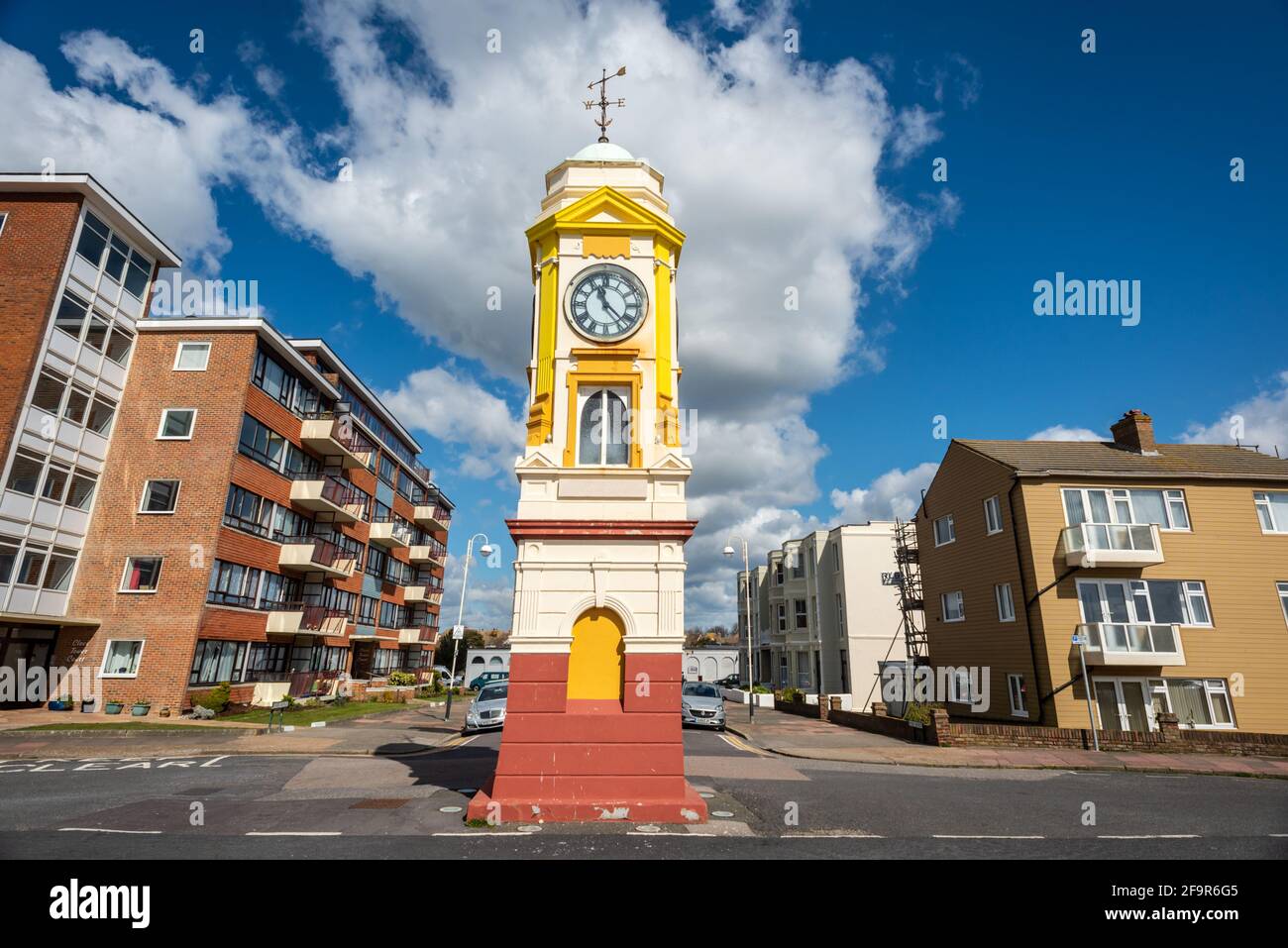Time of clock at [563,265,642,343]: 11:22
